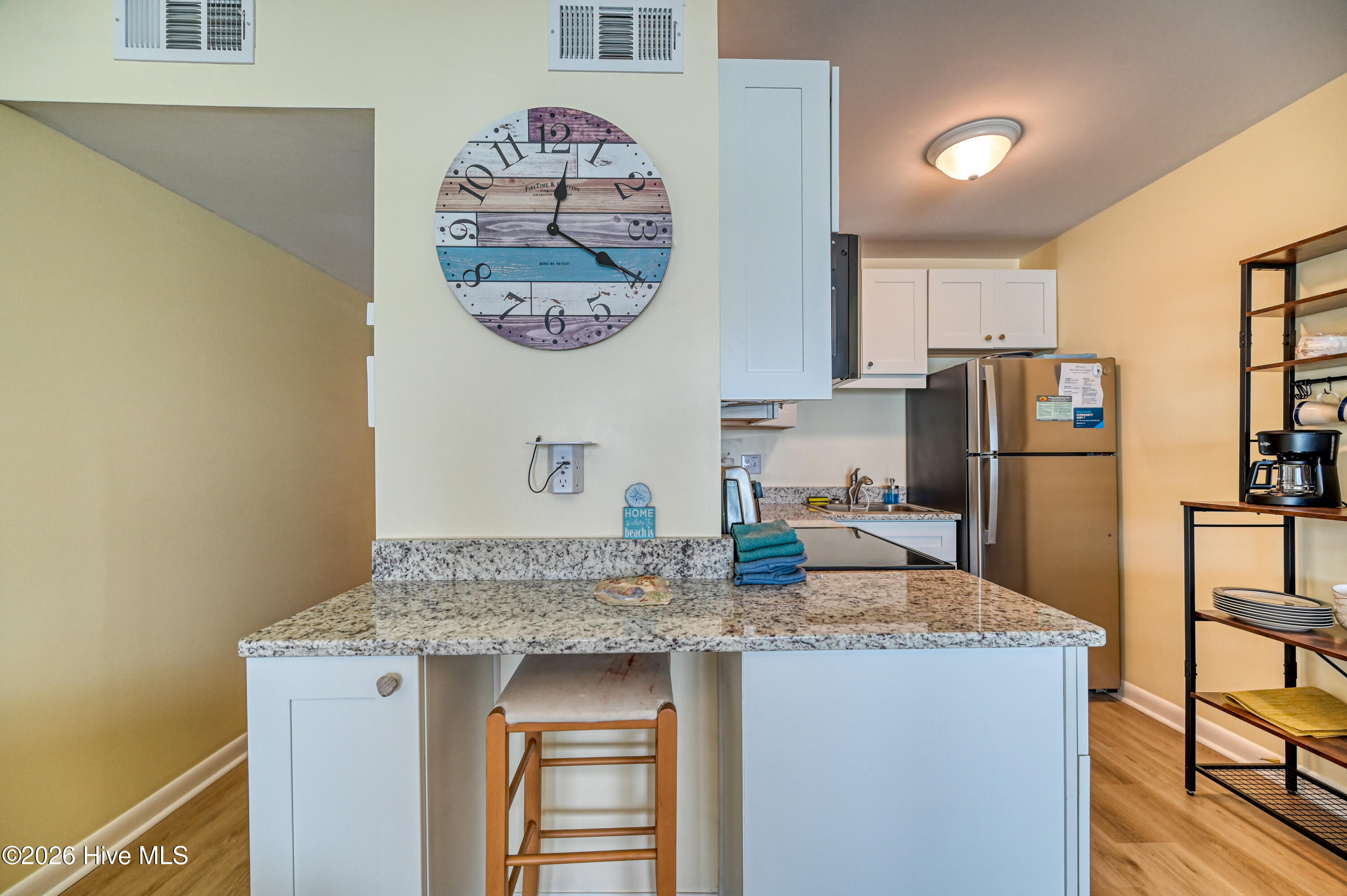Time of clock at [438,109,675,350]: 12:20
